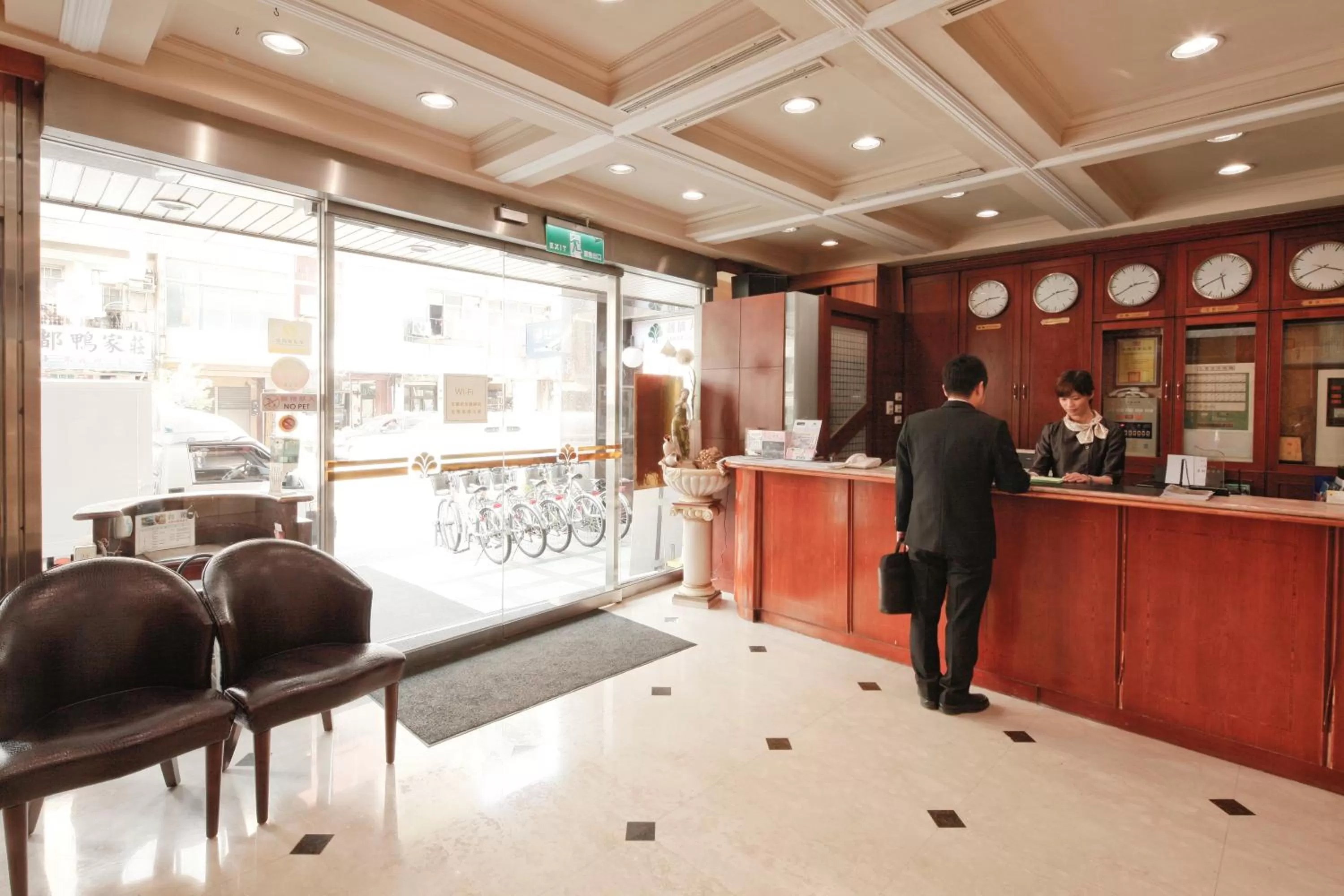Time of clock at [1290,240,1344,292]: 3:40
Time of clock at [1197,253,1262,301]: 5:40
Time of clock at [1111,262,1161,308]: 2:39
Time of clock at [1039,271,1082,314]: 2:40
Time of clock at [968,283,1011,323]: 2:40
